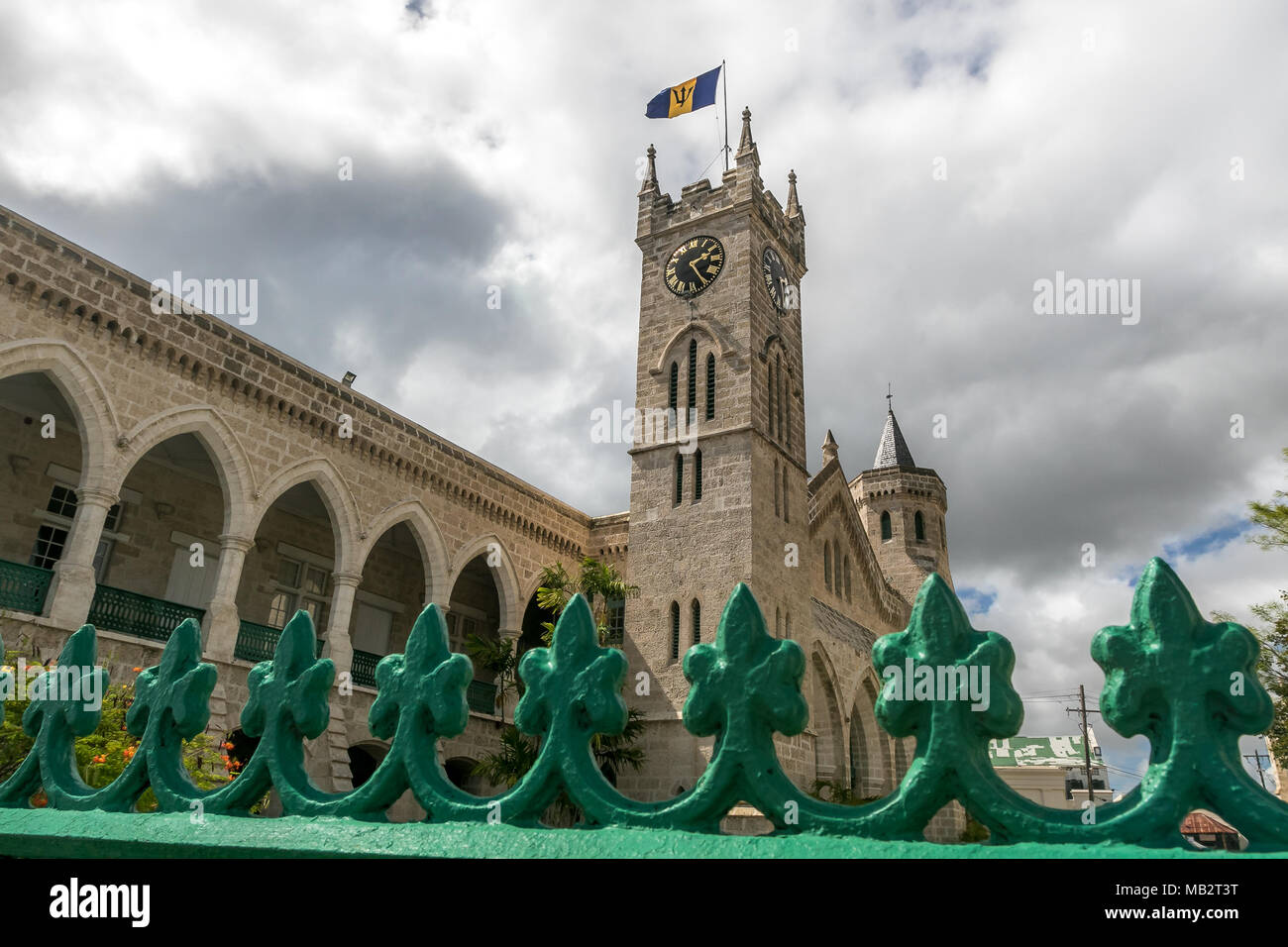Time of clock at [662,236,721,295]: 2:24
